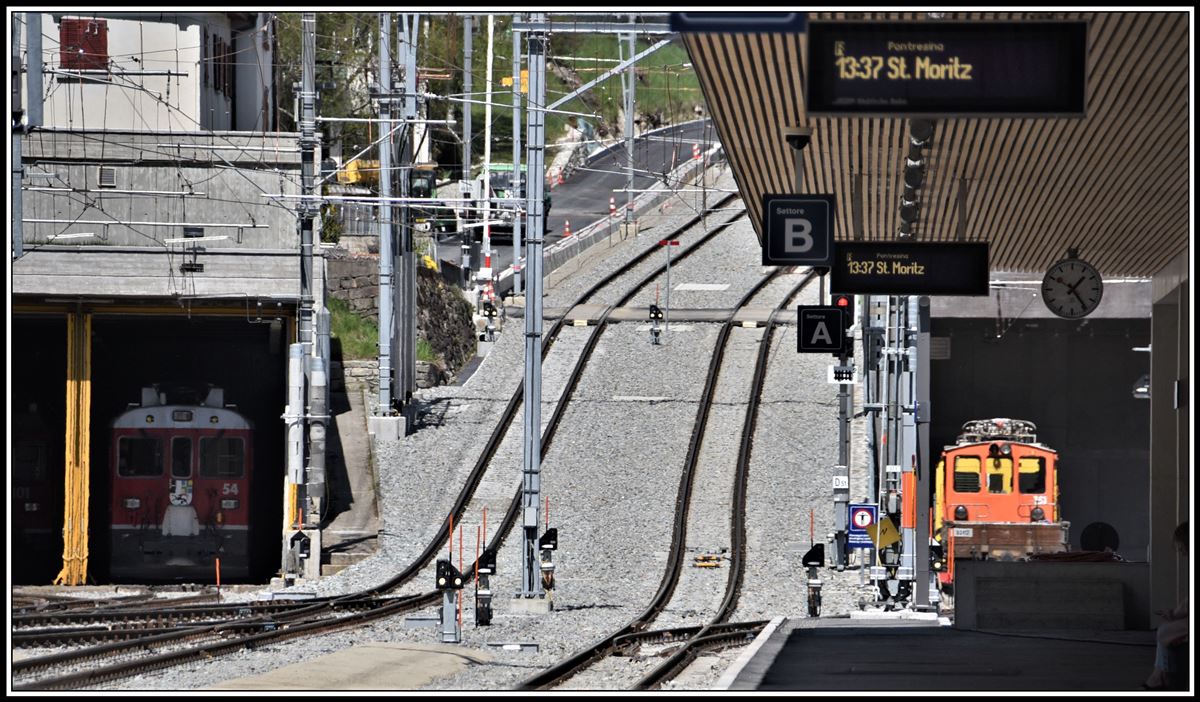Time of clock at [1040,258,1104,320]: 1:24
